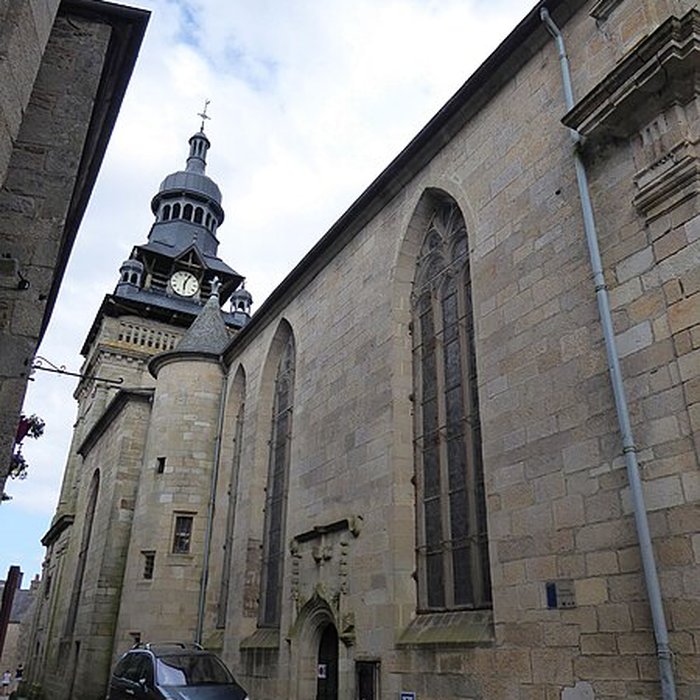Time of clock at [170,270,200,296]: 6:04
